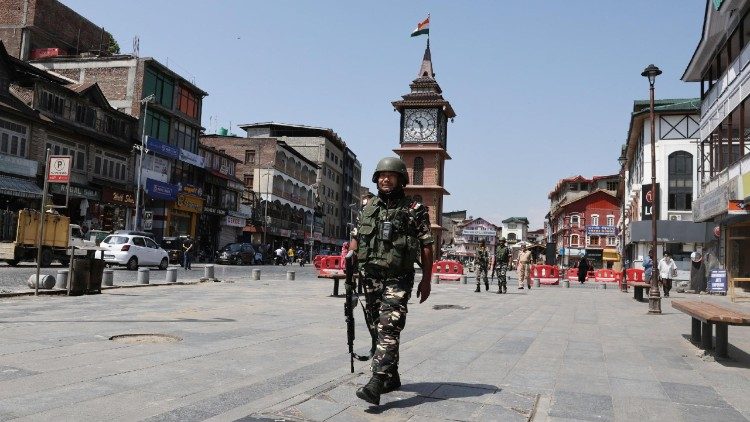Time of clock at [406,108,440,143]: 10:28
